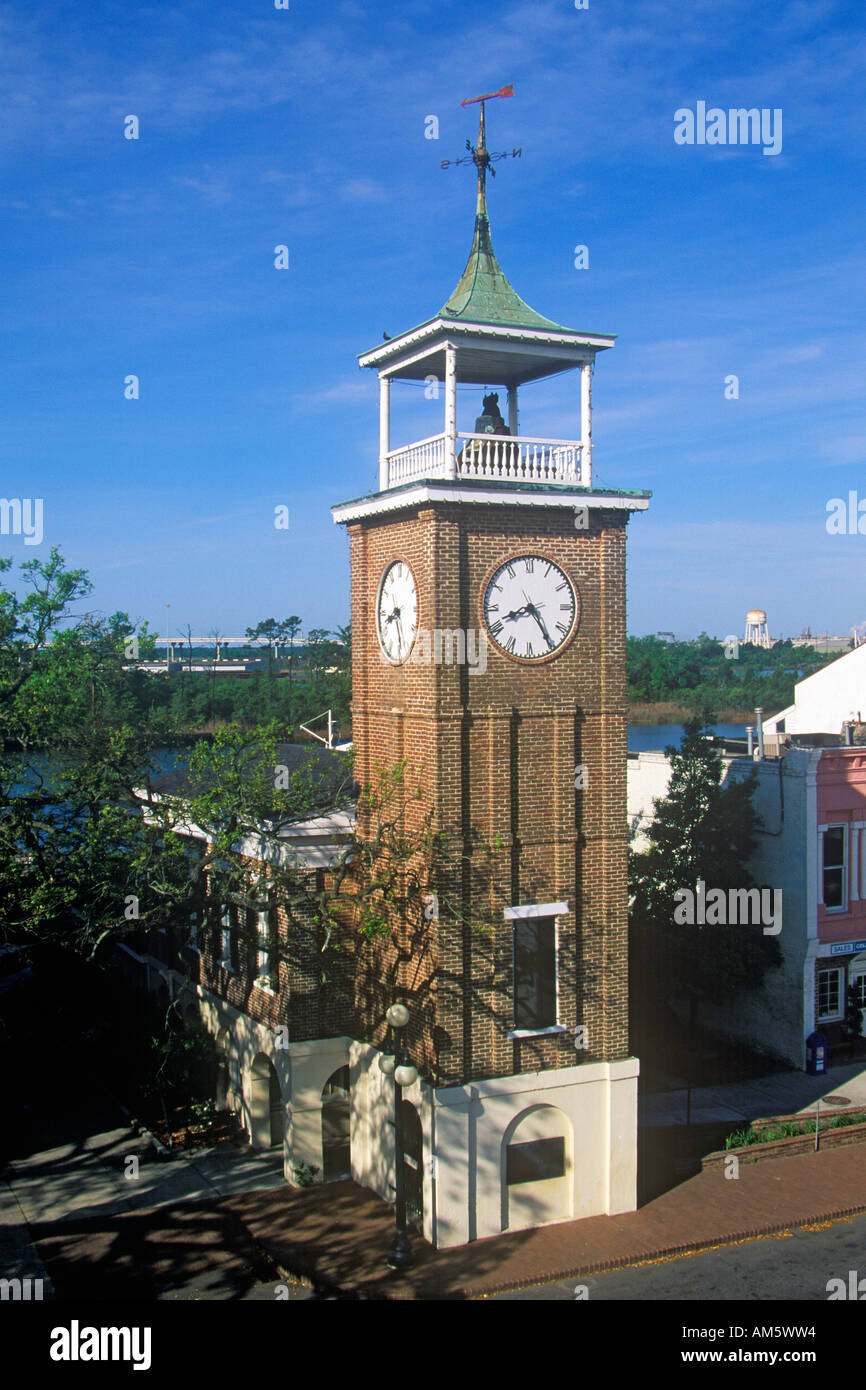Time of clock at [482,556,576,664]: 8:24
